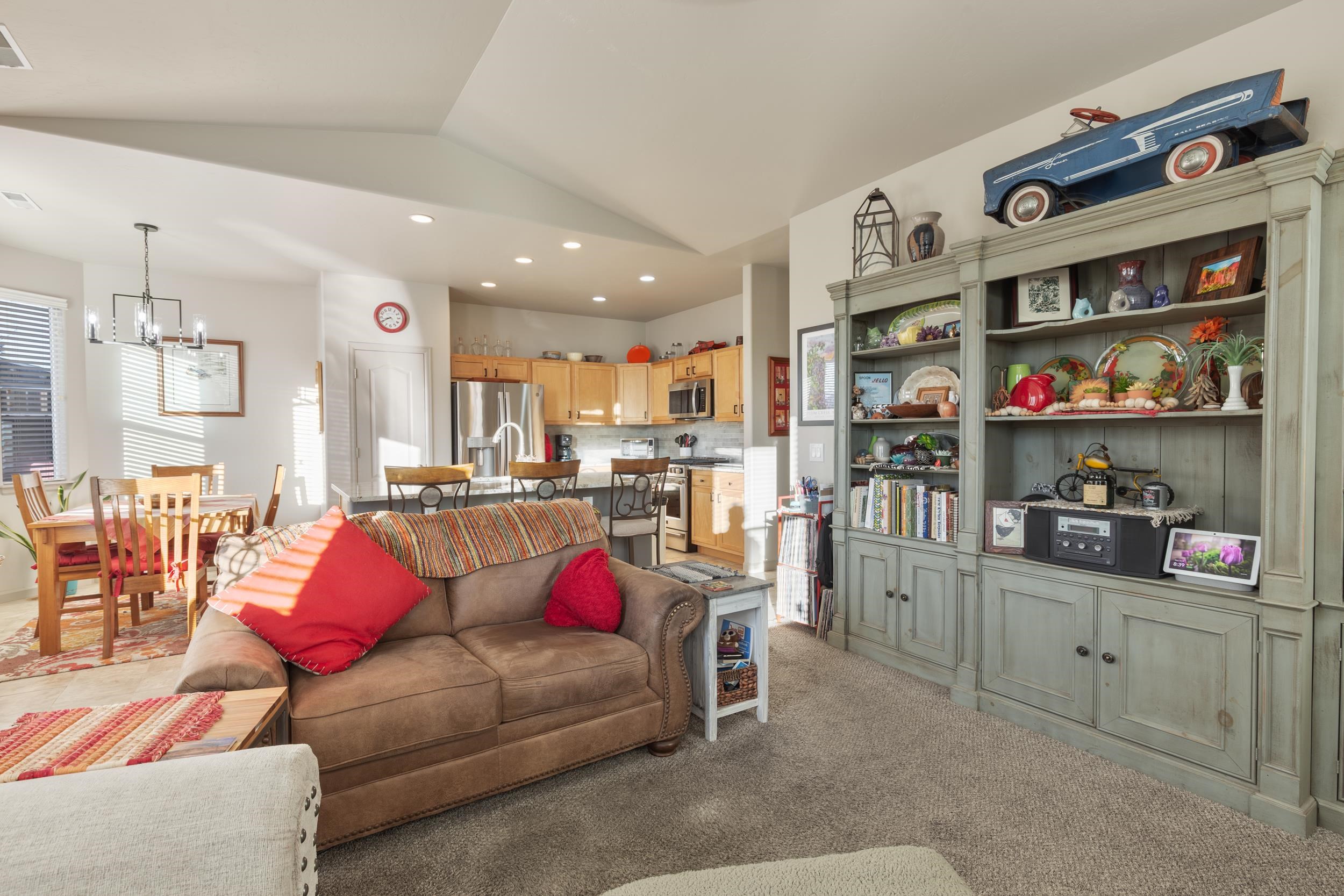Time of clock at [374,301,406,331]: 8:40
